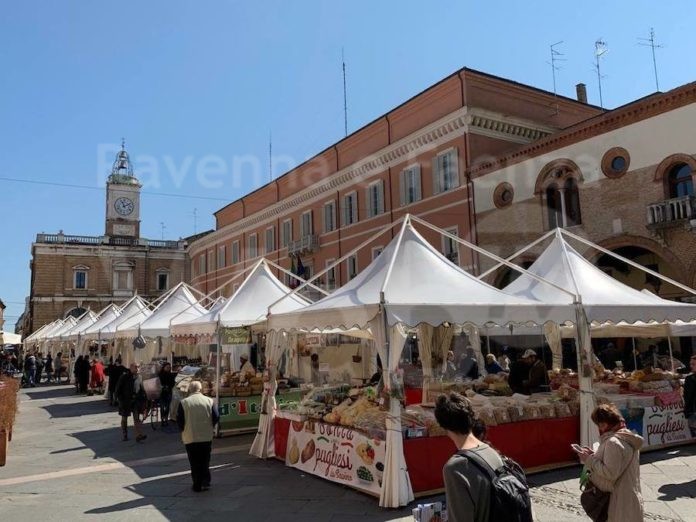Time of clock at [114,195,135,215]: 11:10
